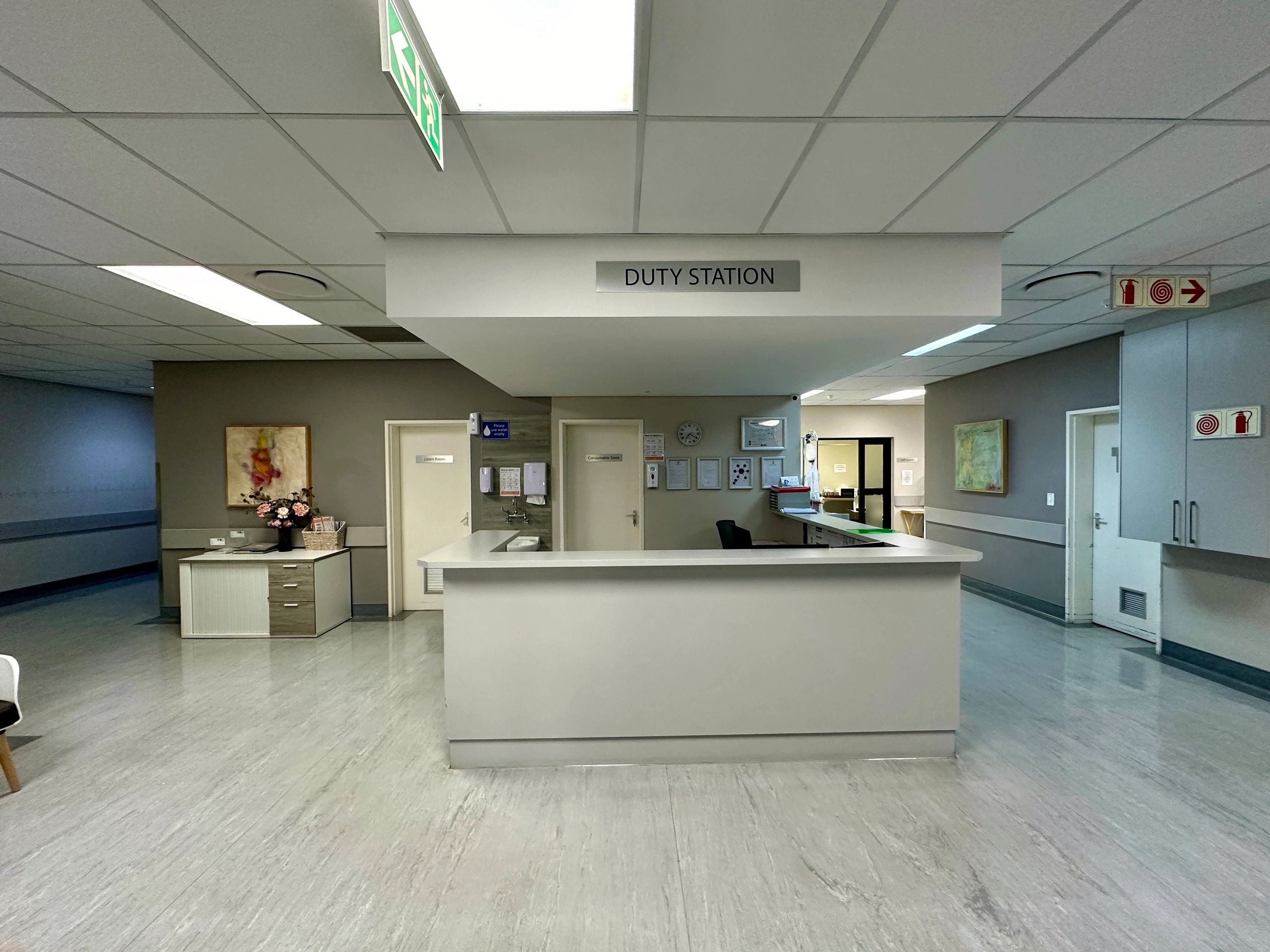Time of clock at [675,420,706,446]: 7:20
